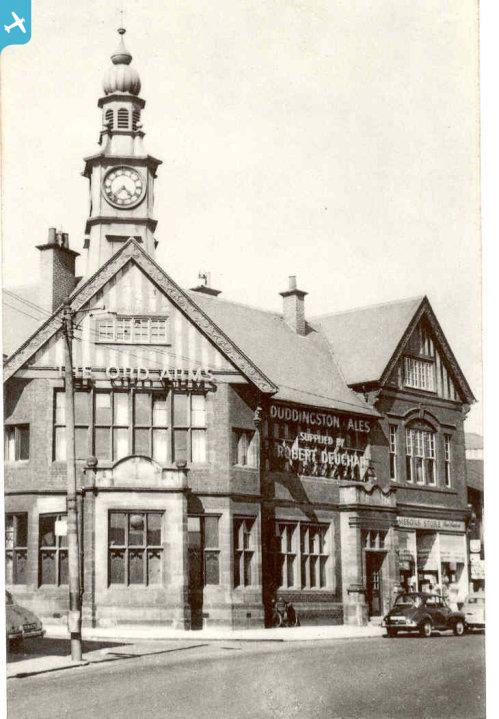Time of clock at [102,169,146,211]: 4:37
